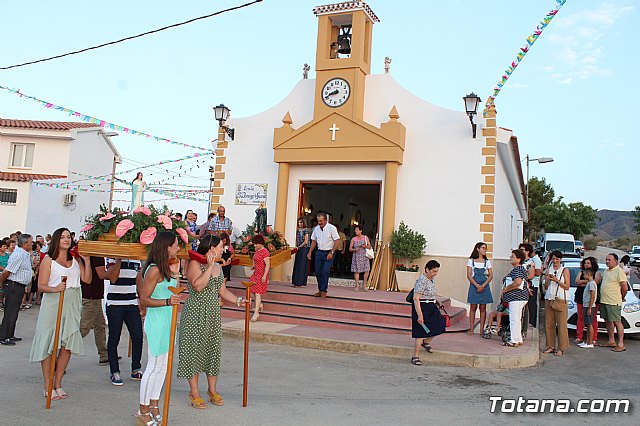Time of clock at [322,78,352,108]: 8:41
